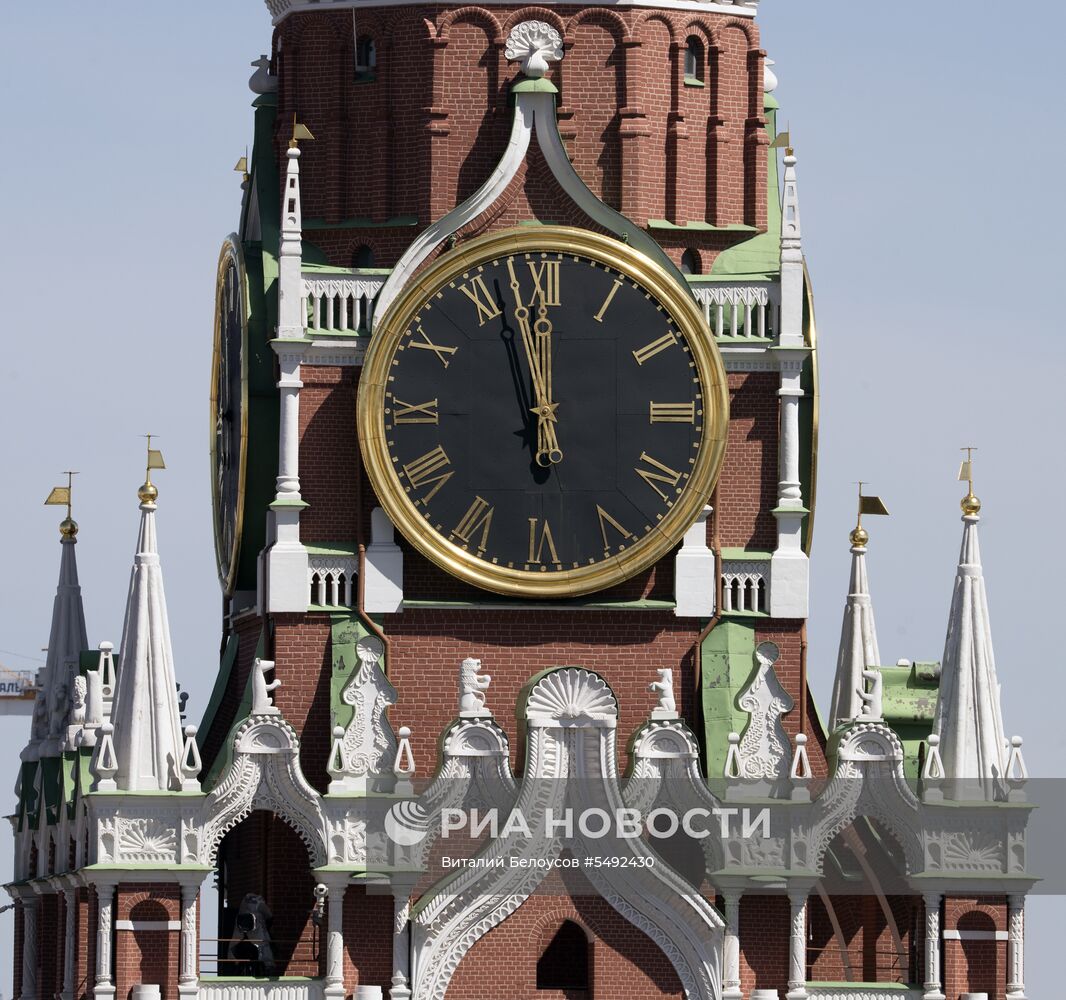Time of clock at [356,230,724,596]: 11:57
